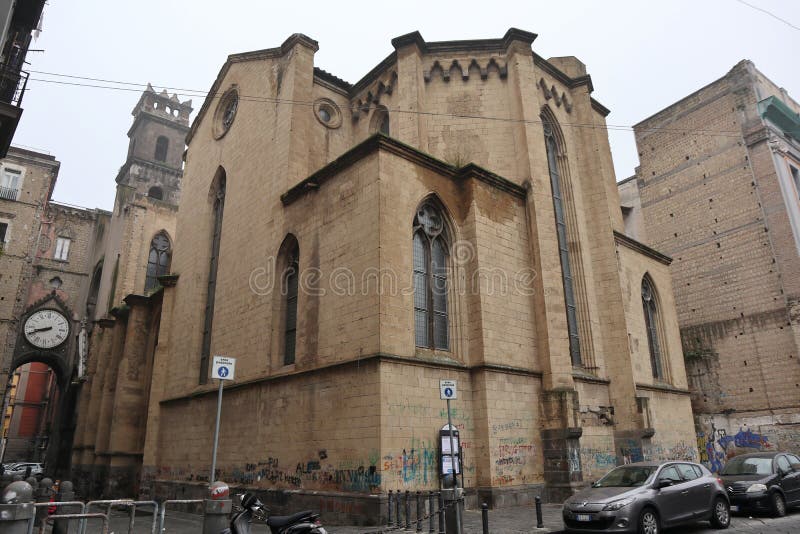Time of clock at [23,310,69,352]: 8:41
